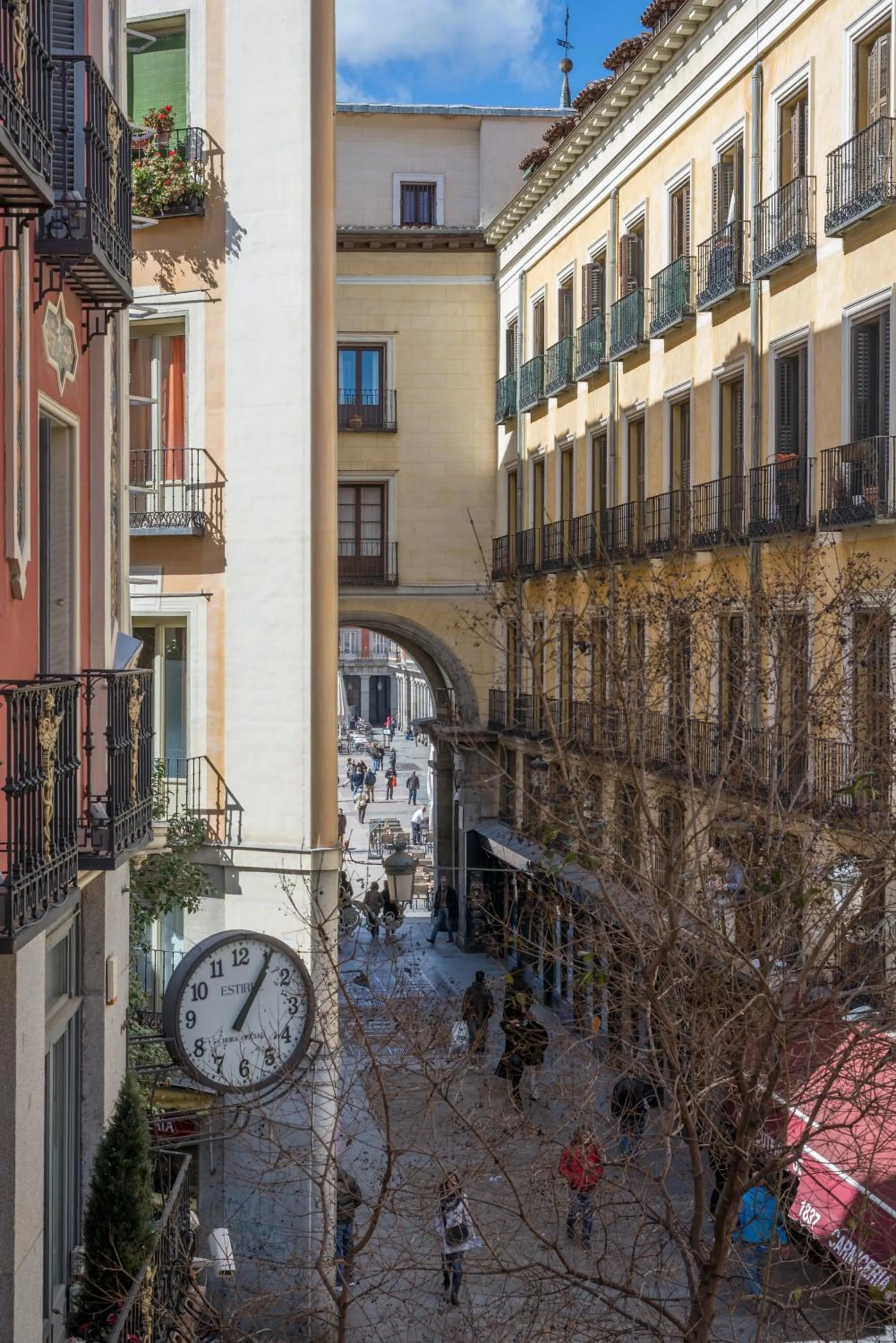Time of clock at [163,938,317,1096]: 1:05
